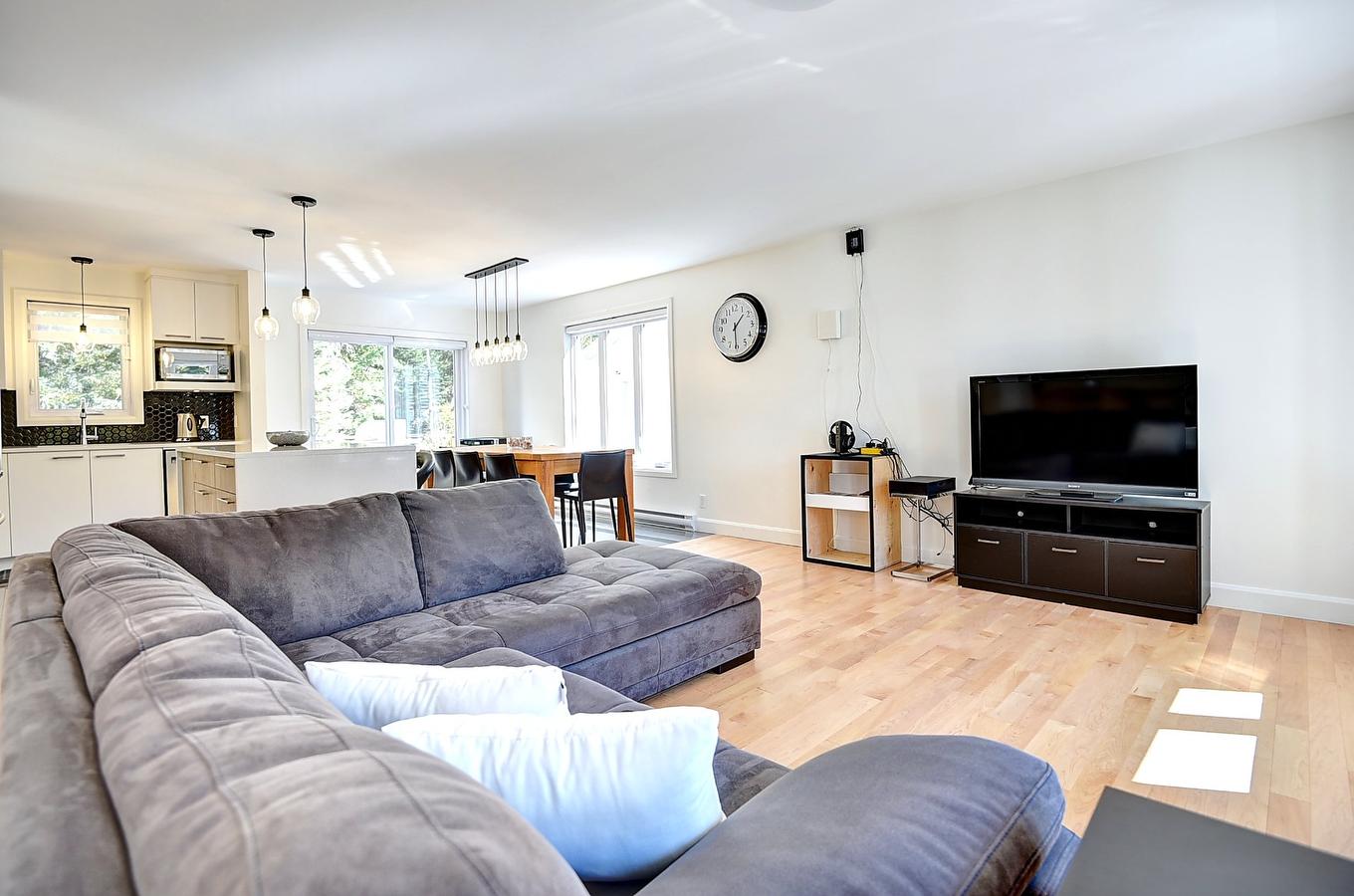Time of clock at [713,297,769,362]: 1:30
